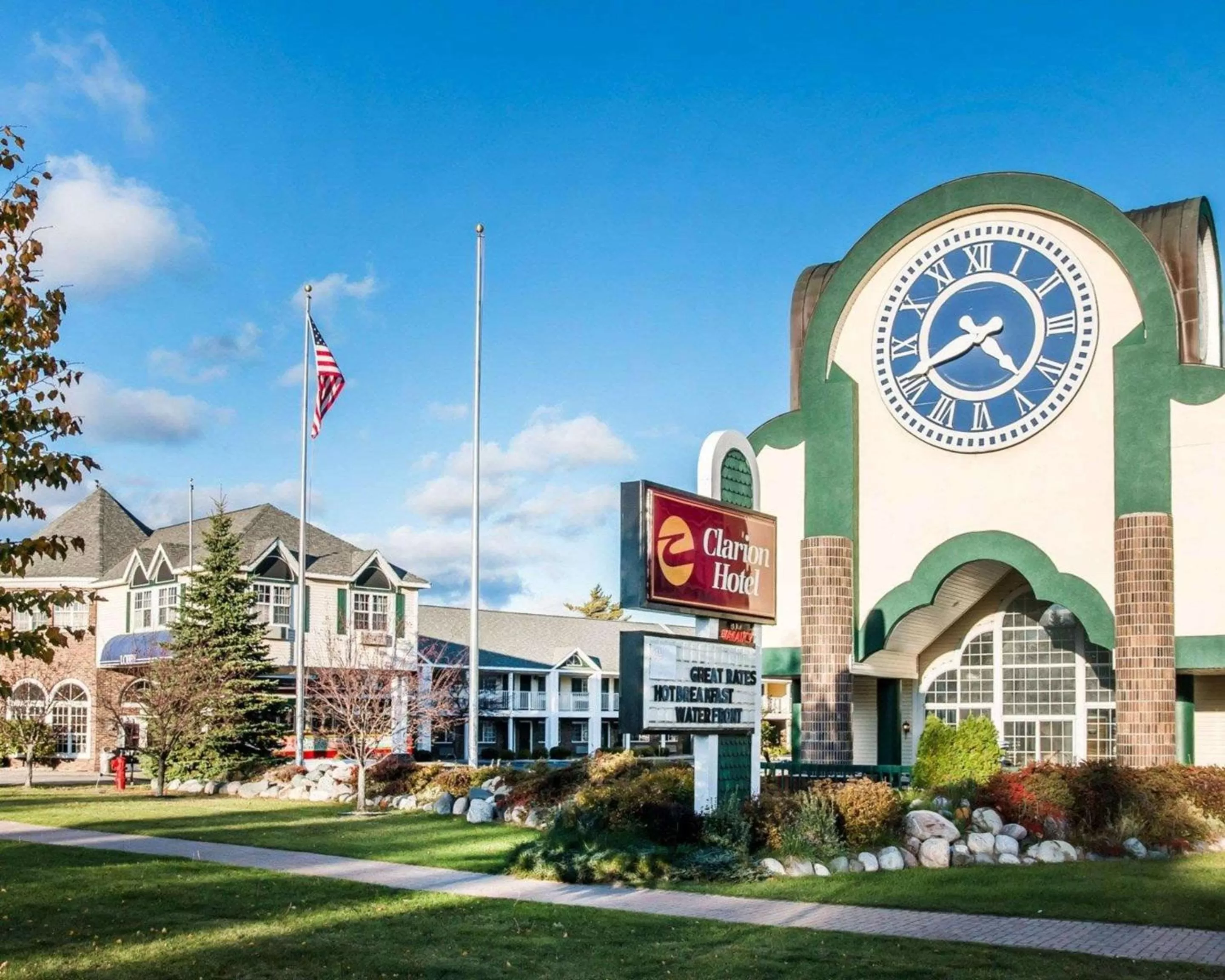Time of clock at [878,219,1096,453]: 4:41
